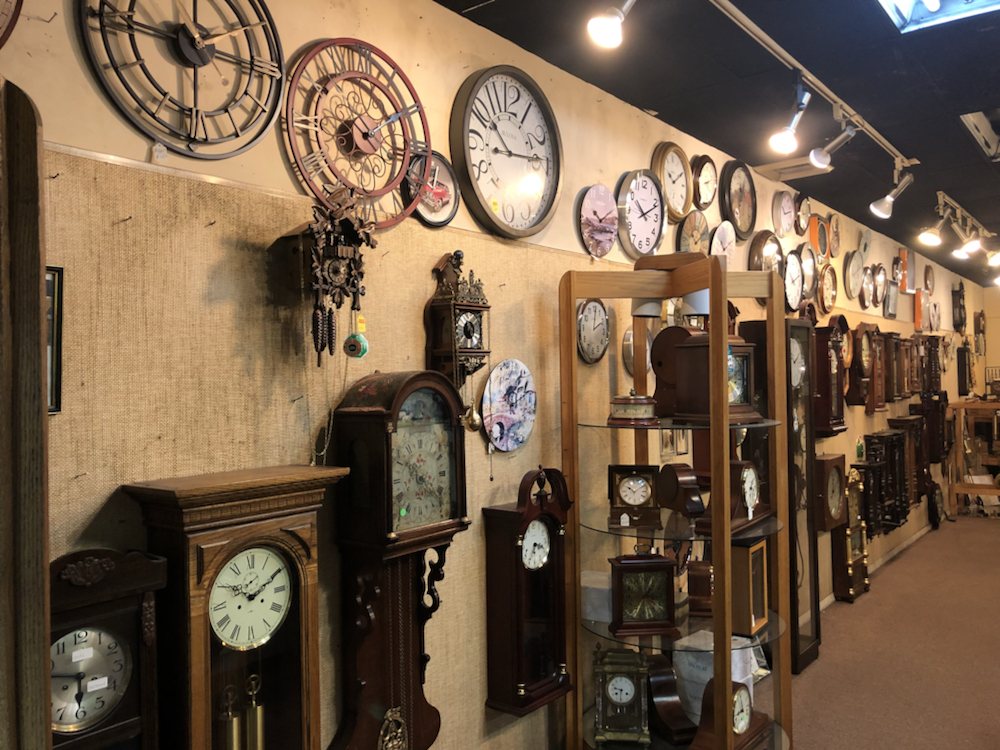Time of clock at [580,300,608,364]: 2:00
